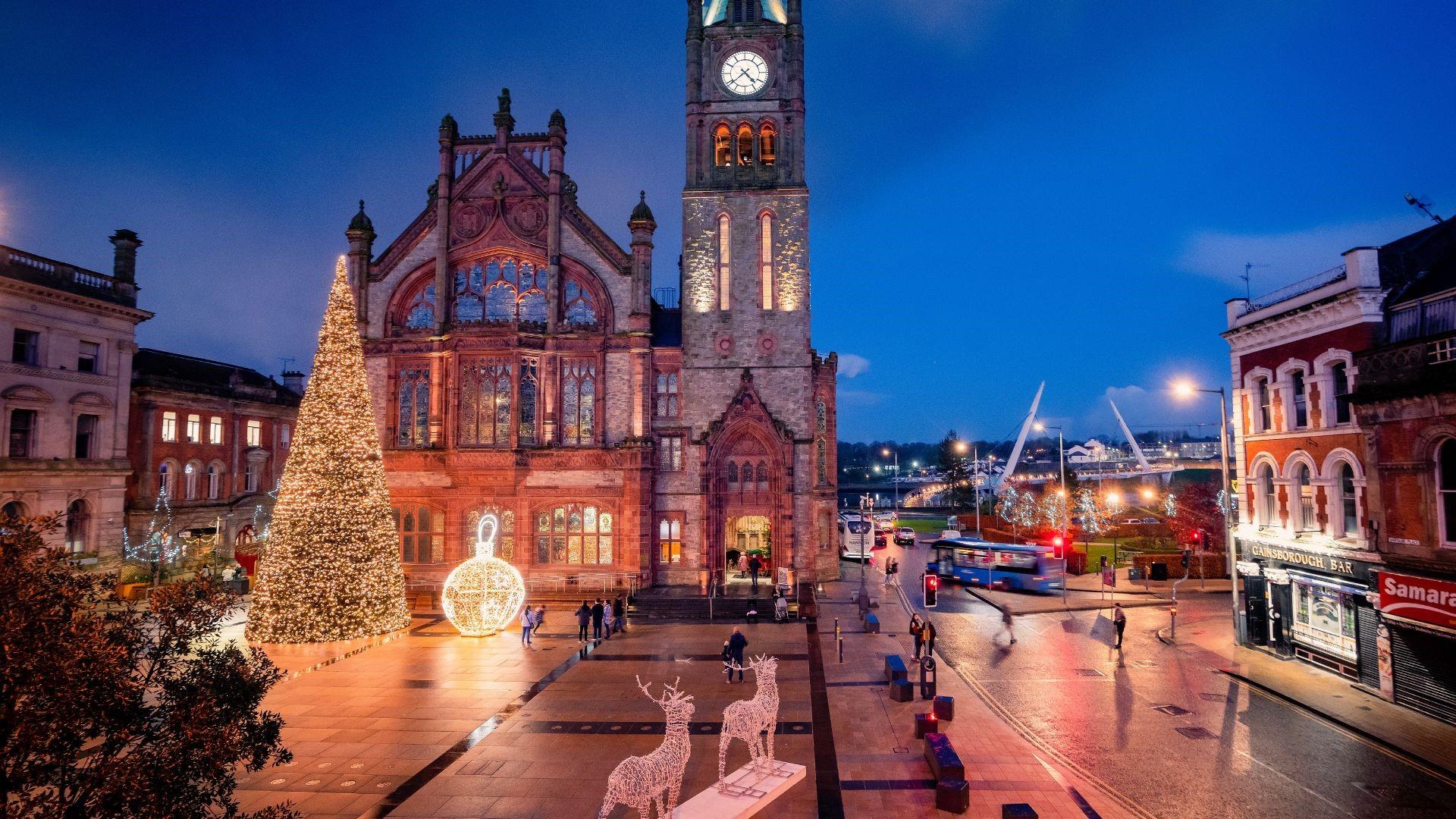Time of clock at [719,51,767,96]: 4:38
